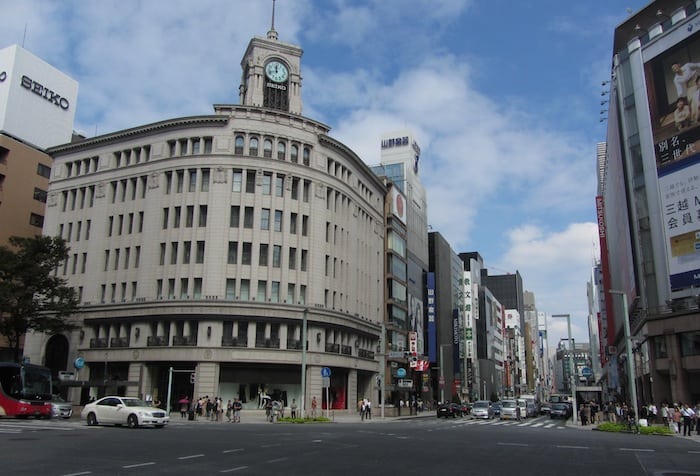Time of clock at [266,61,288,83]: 11:42
